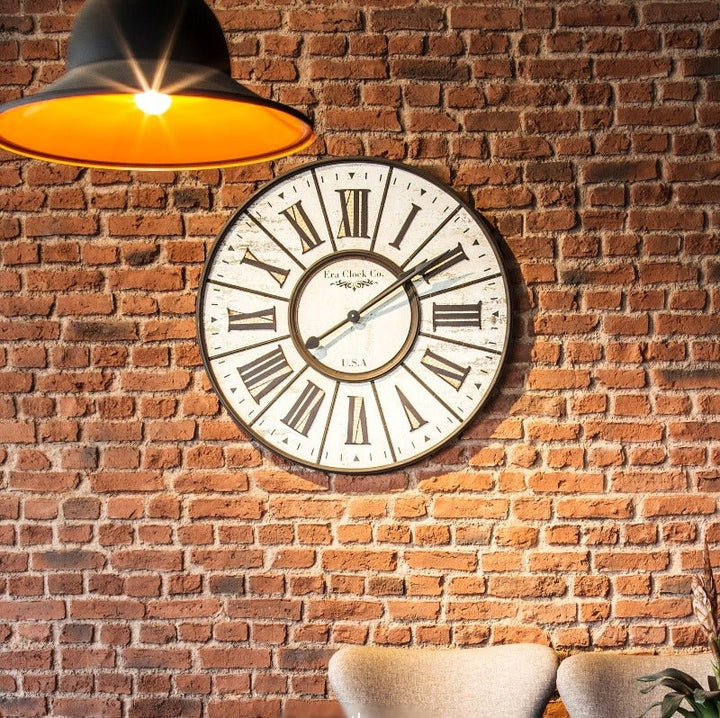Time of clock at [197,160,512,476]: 8:09
